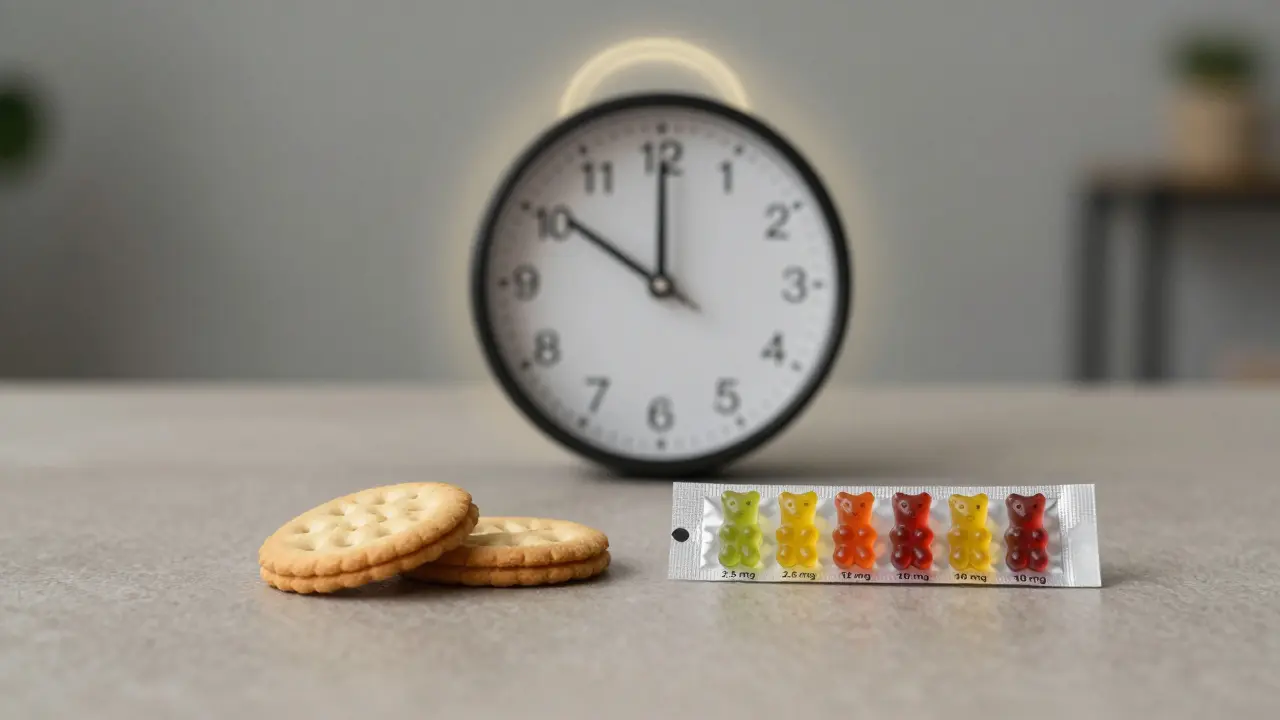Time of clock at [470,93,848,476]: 10:00
